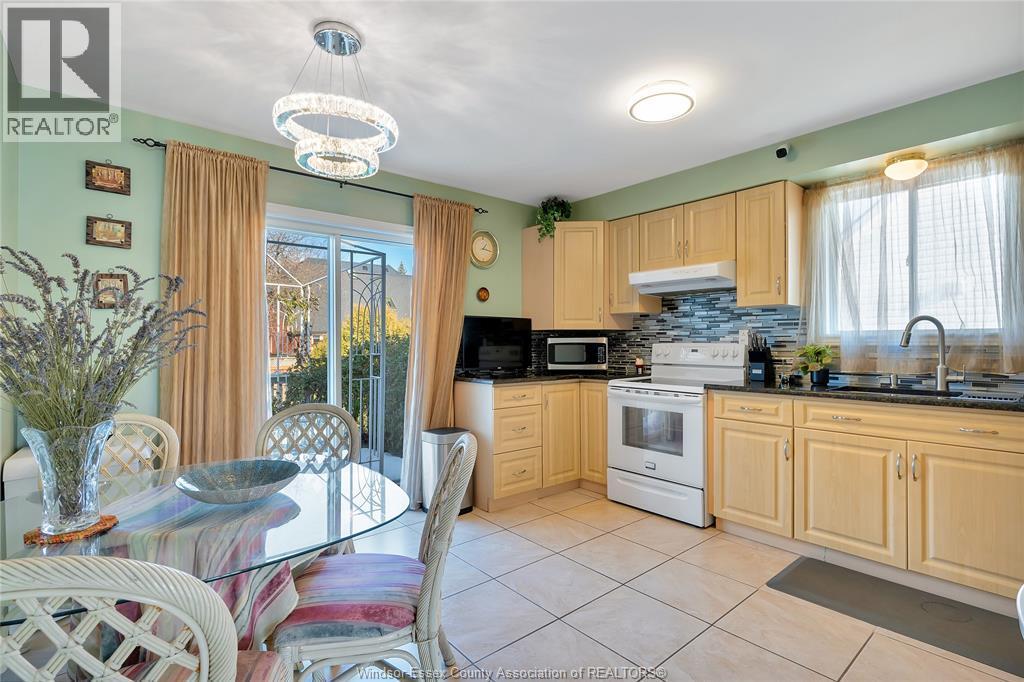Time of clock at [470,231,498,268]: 1:16
